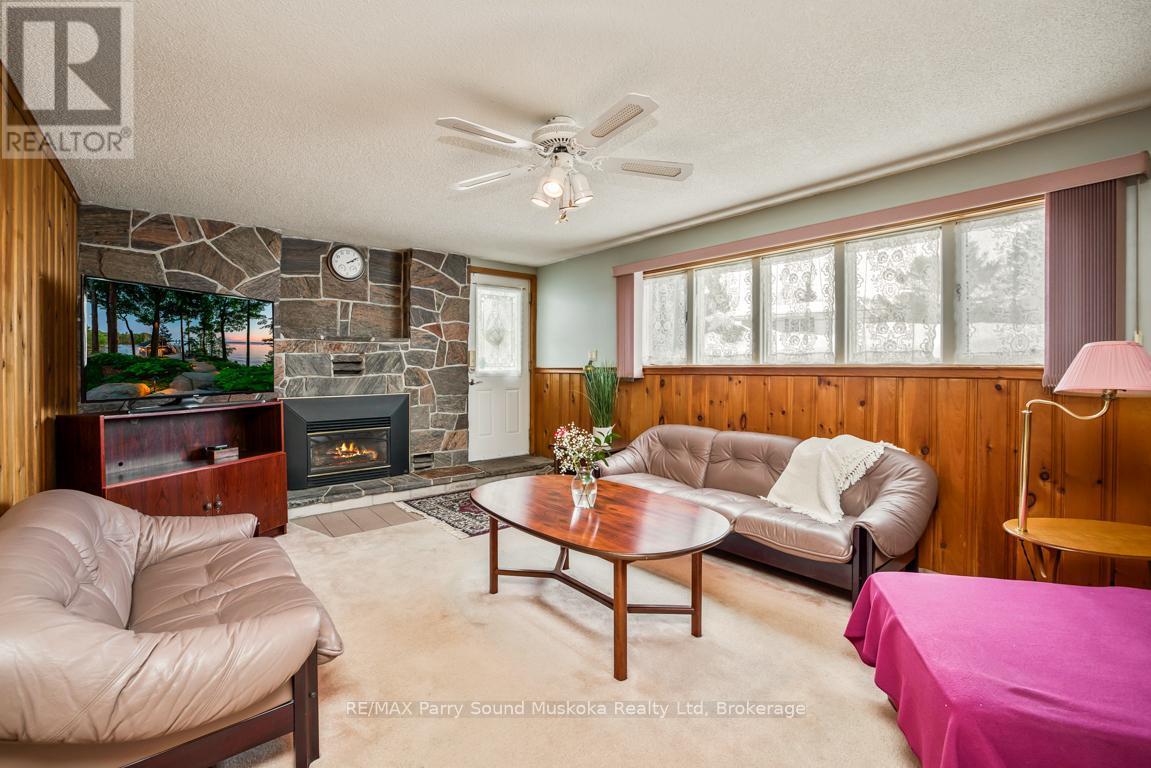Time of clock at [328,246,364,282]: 2:09
